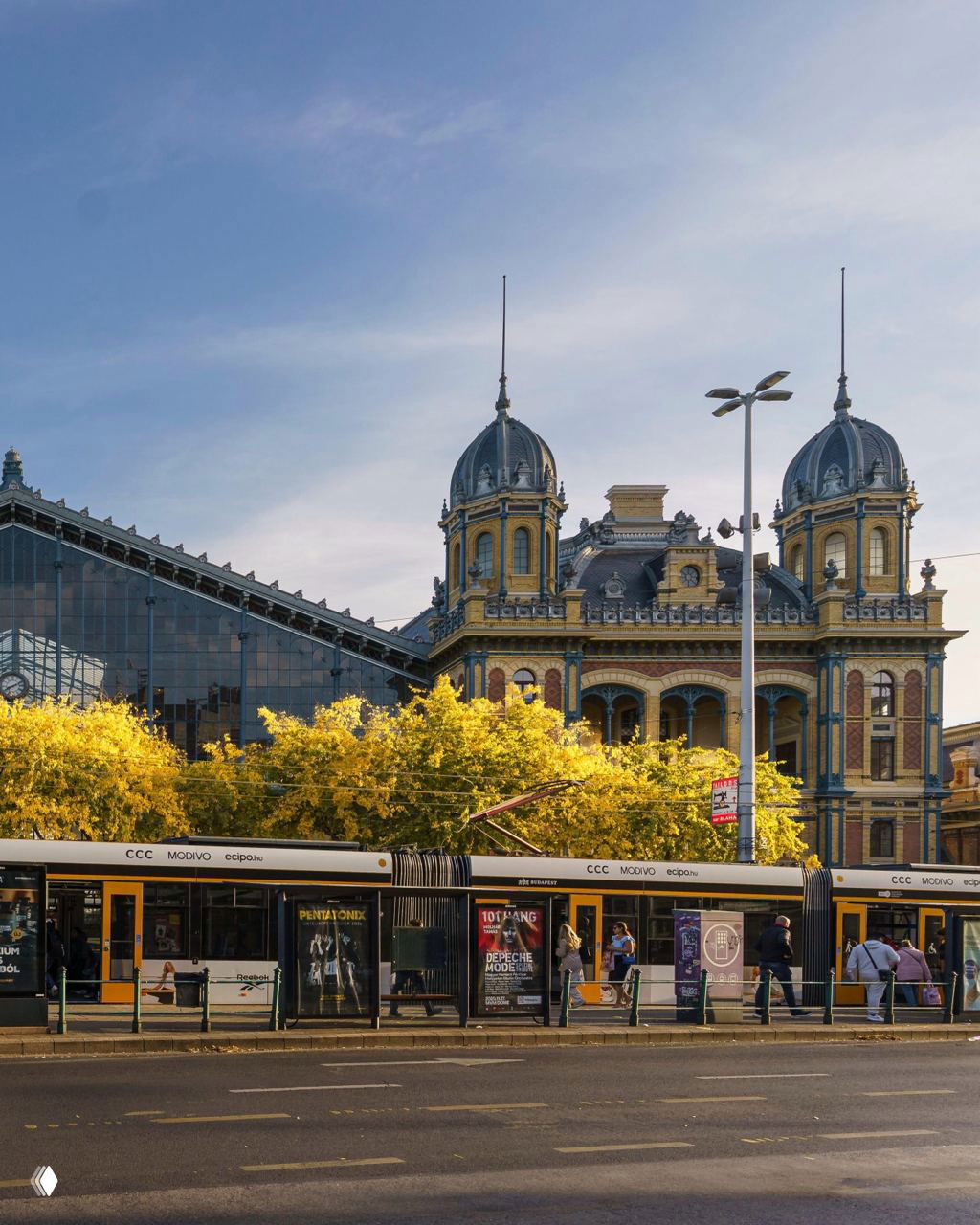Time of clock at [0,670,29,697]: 8:11
